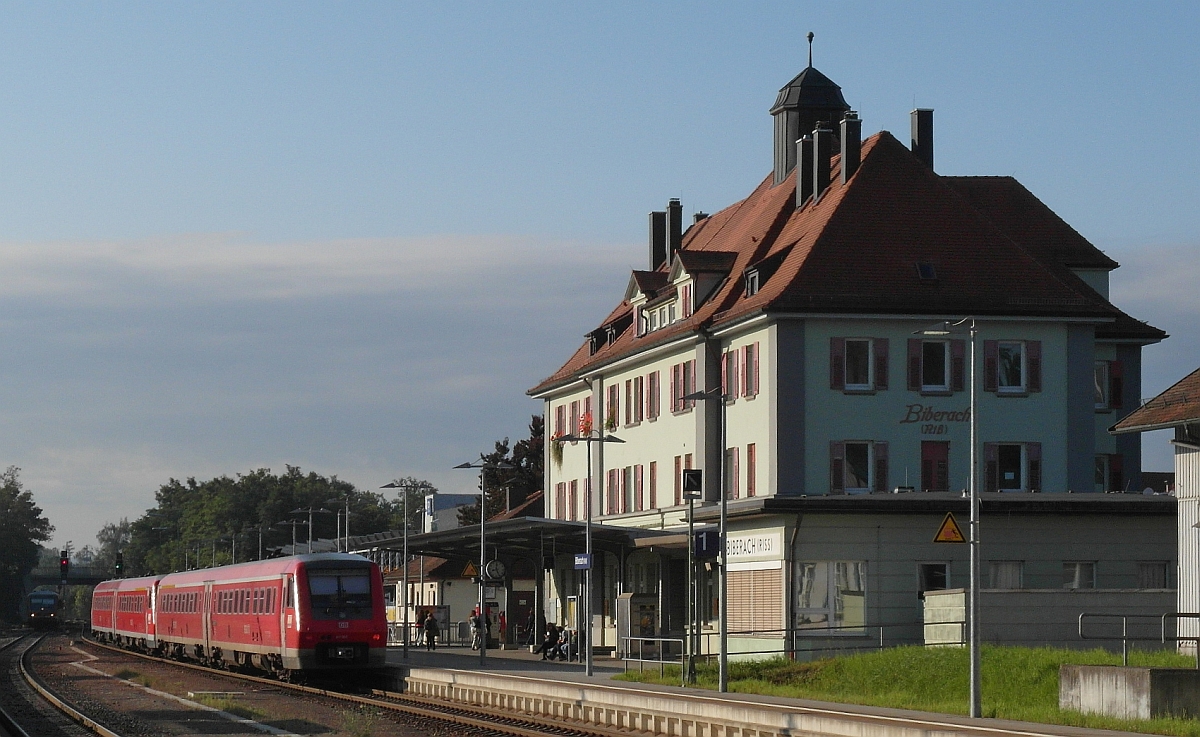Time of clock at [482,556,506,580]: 8:26
